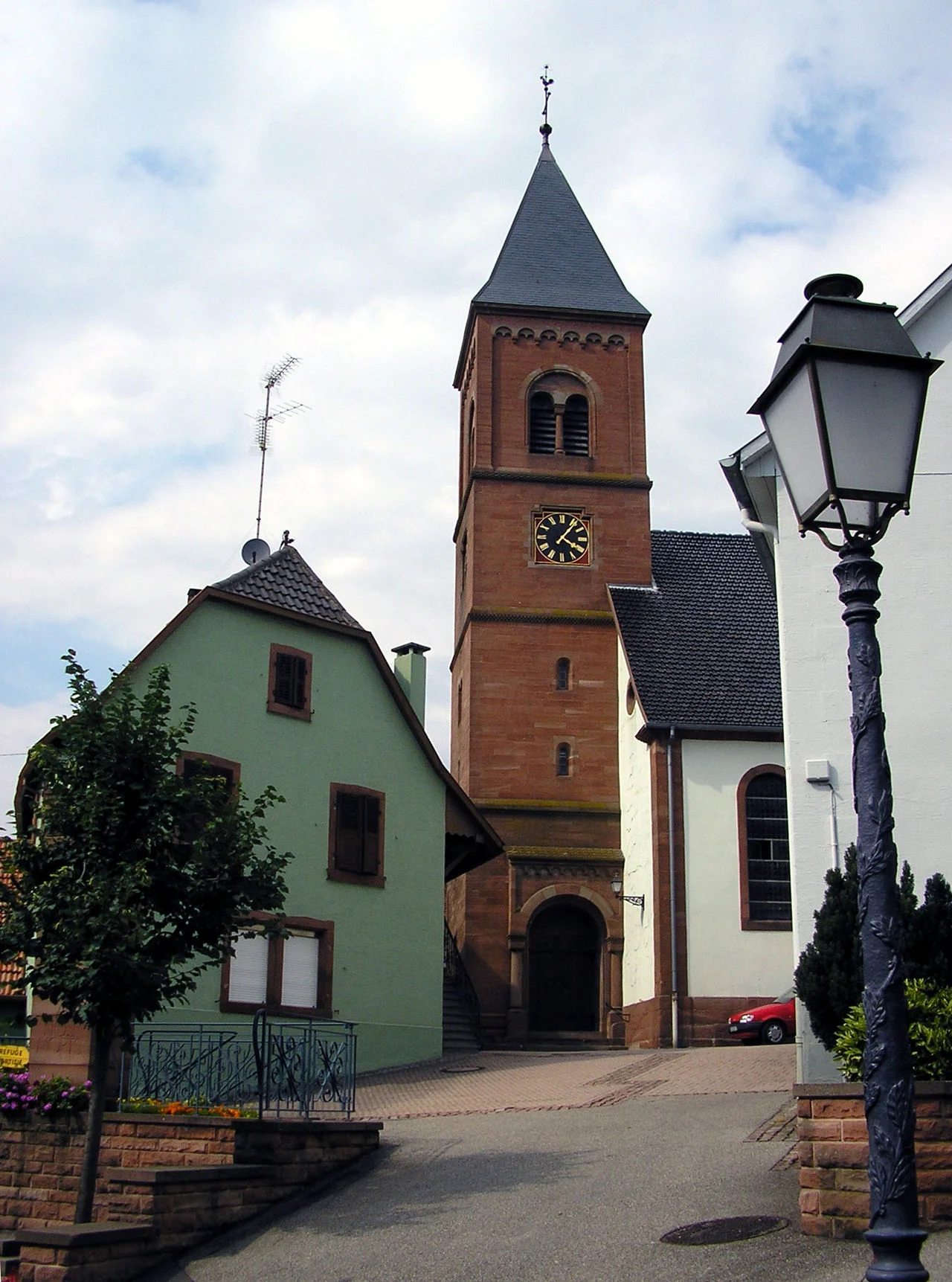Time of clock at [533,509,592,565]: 4:06
